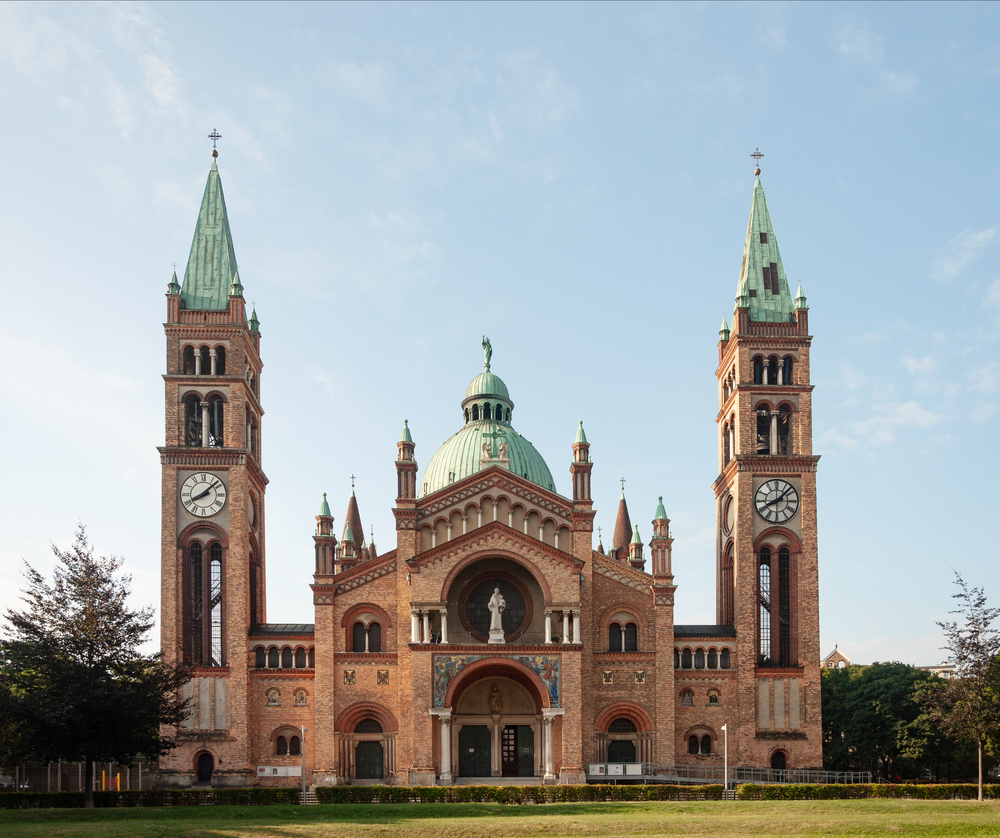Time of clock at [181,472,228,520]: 8:07
